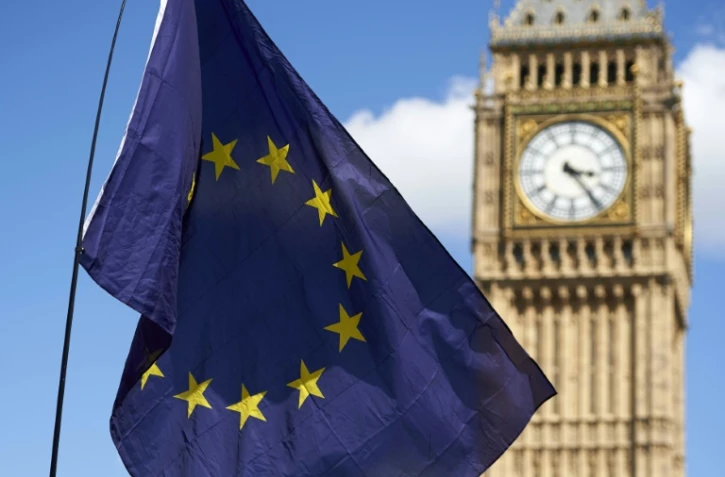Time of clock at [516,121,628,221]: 3:23
